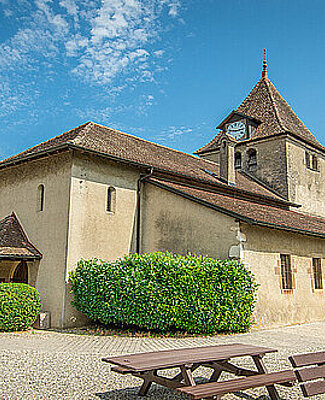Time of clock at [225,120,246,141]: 2:46
